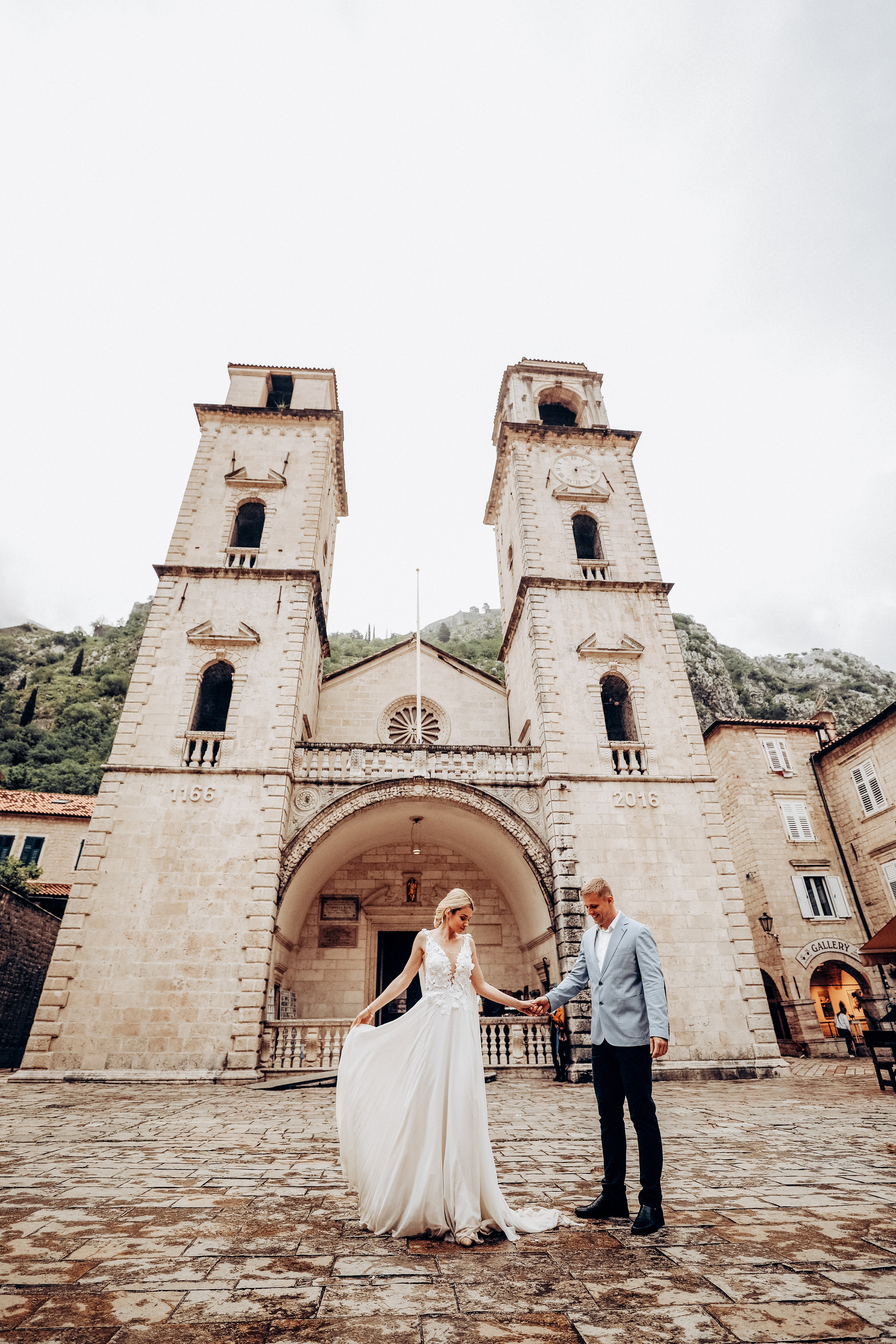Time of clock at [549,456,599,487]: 6:10
